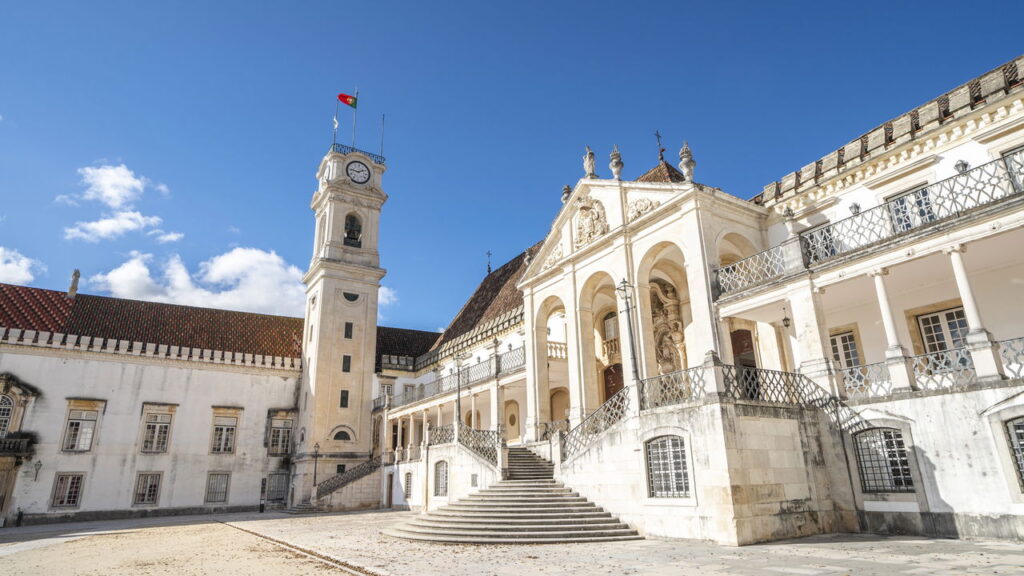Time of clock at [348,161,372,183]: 1:46
